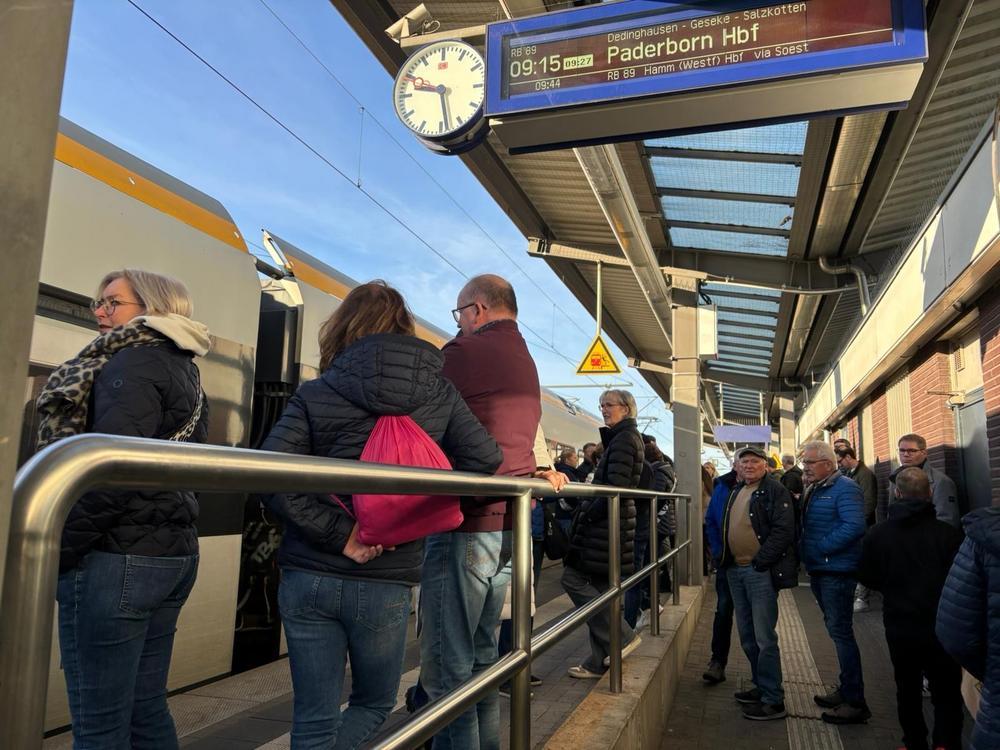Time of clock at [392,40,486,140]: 9:28
